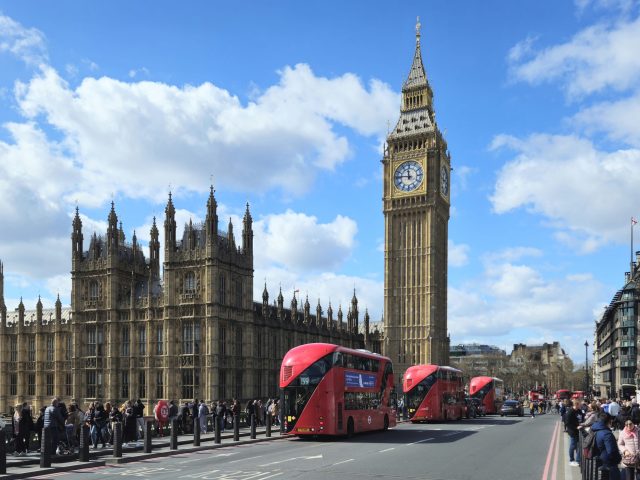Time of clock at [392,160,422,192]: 11:46
